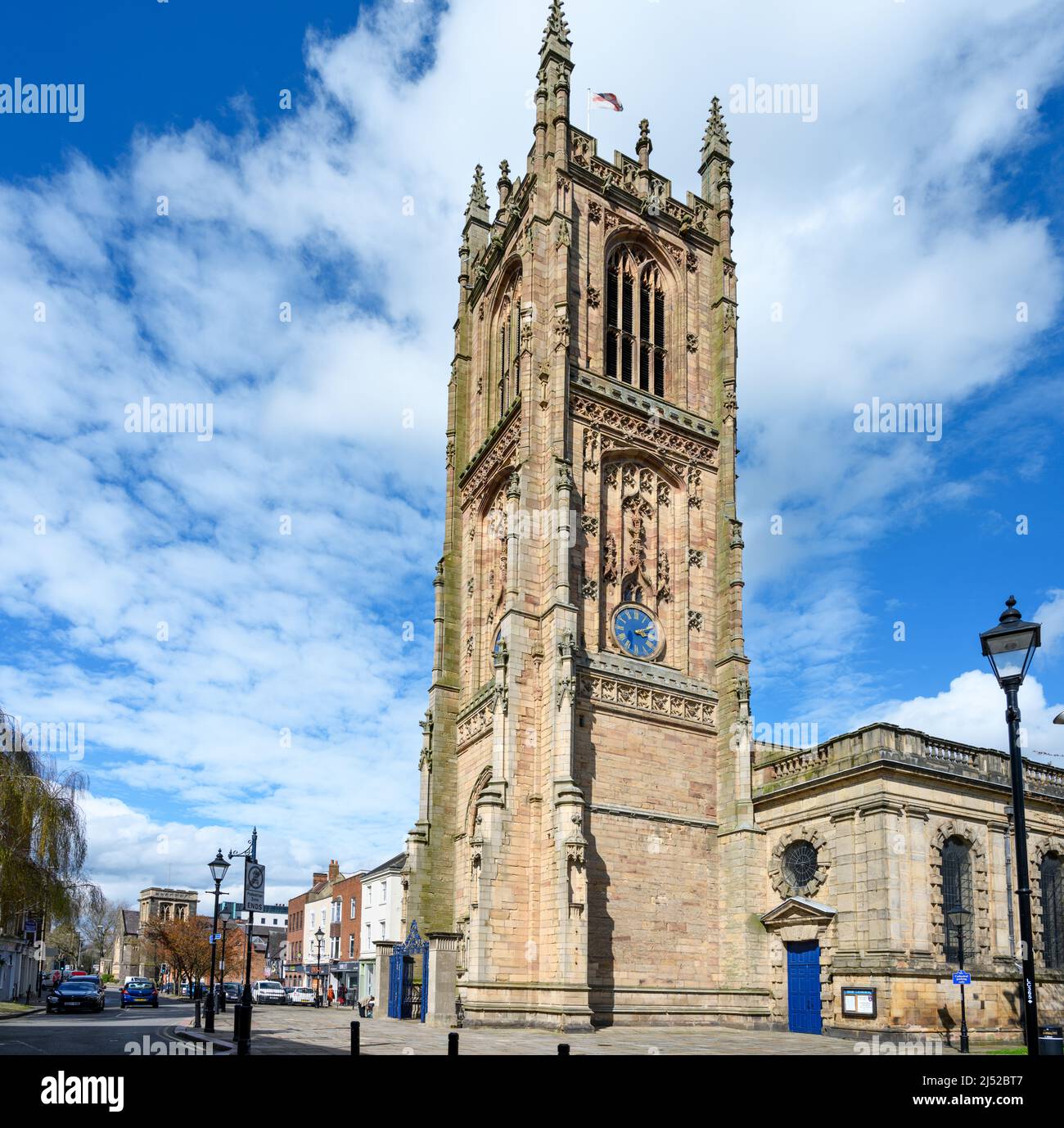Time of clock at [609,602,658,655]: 3:11
